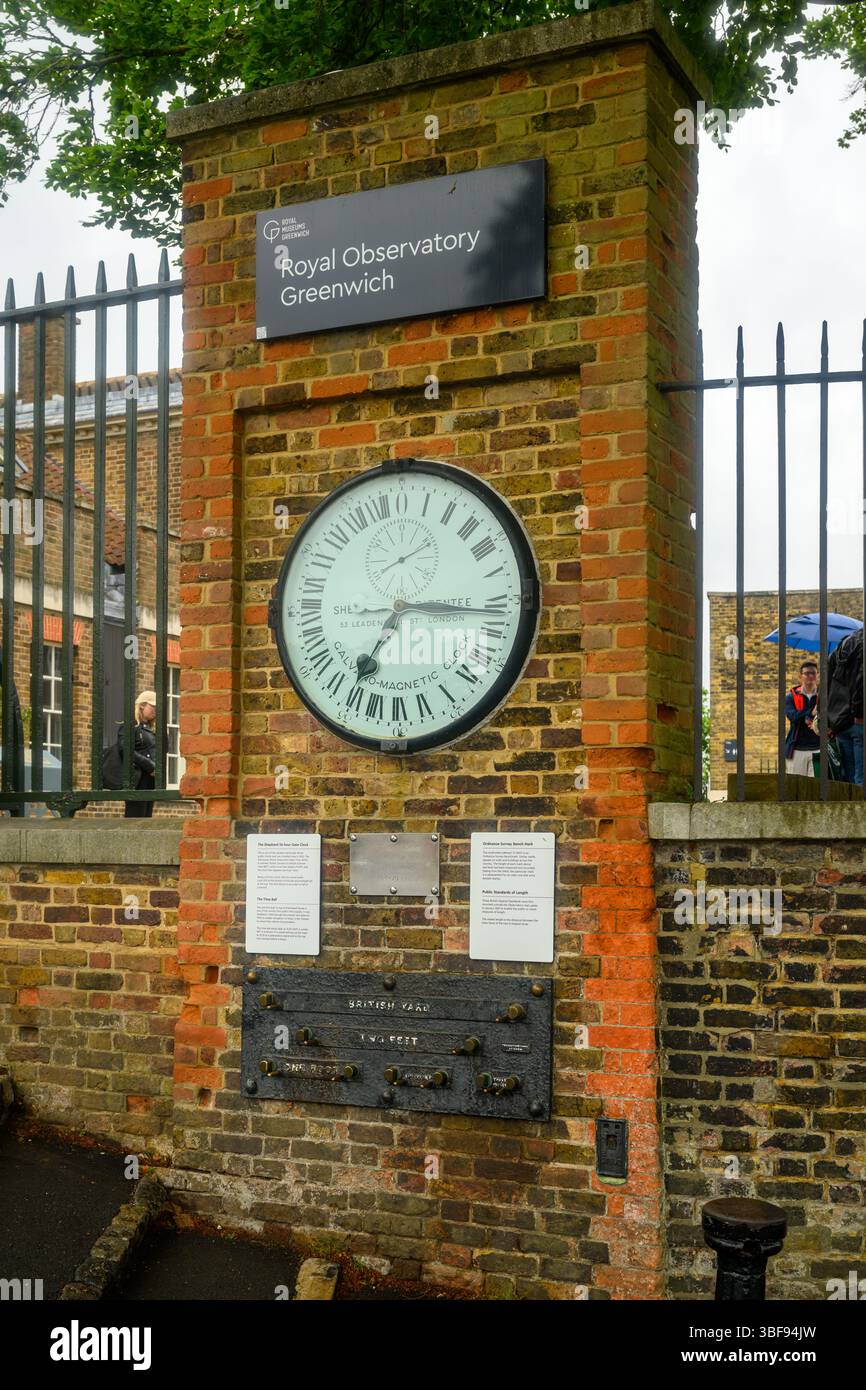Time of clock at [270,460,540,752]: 7:15
